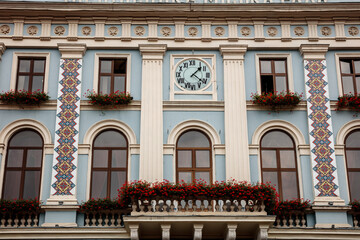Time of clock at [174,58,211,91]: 1:21
